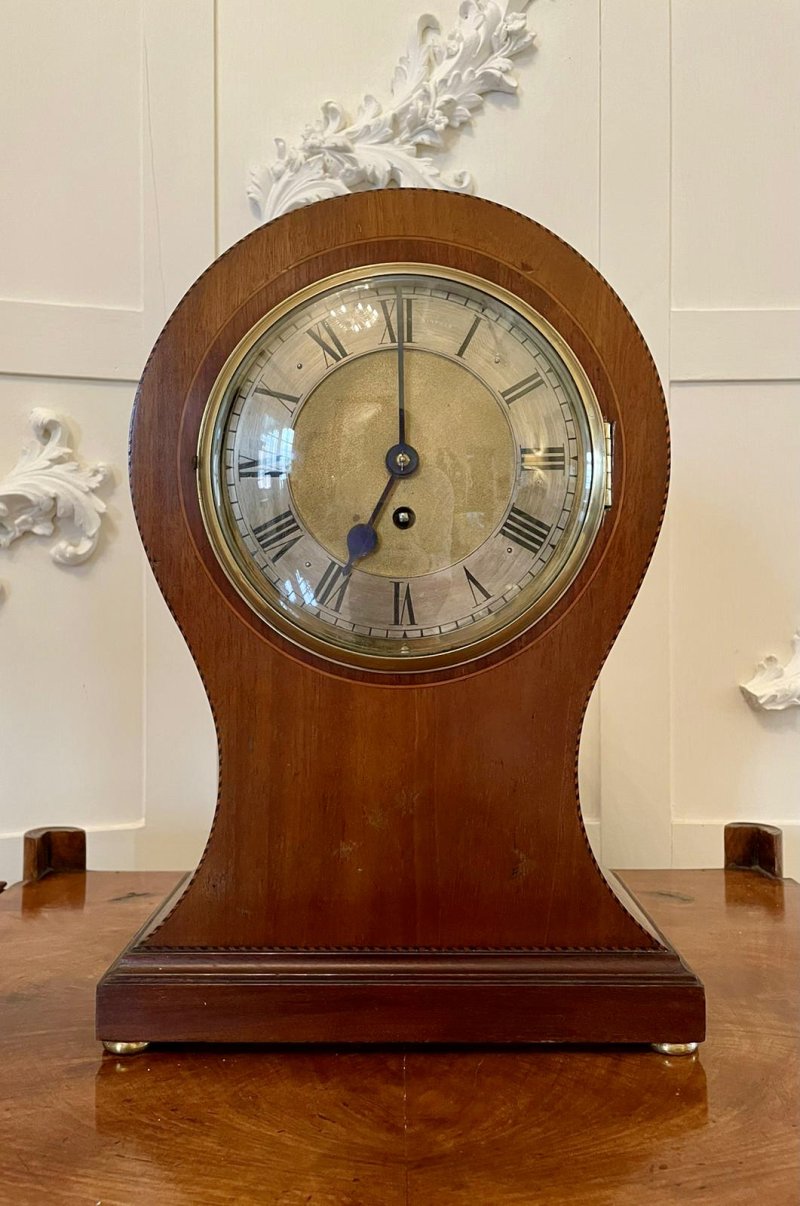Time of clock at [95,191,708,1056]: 7:00
